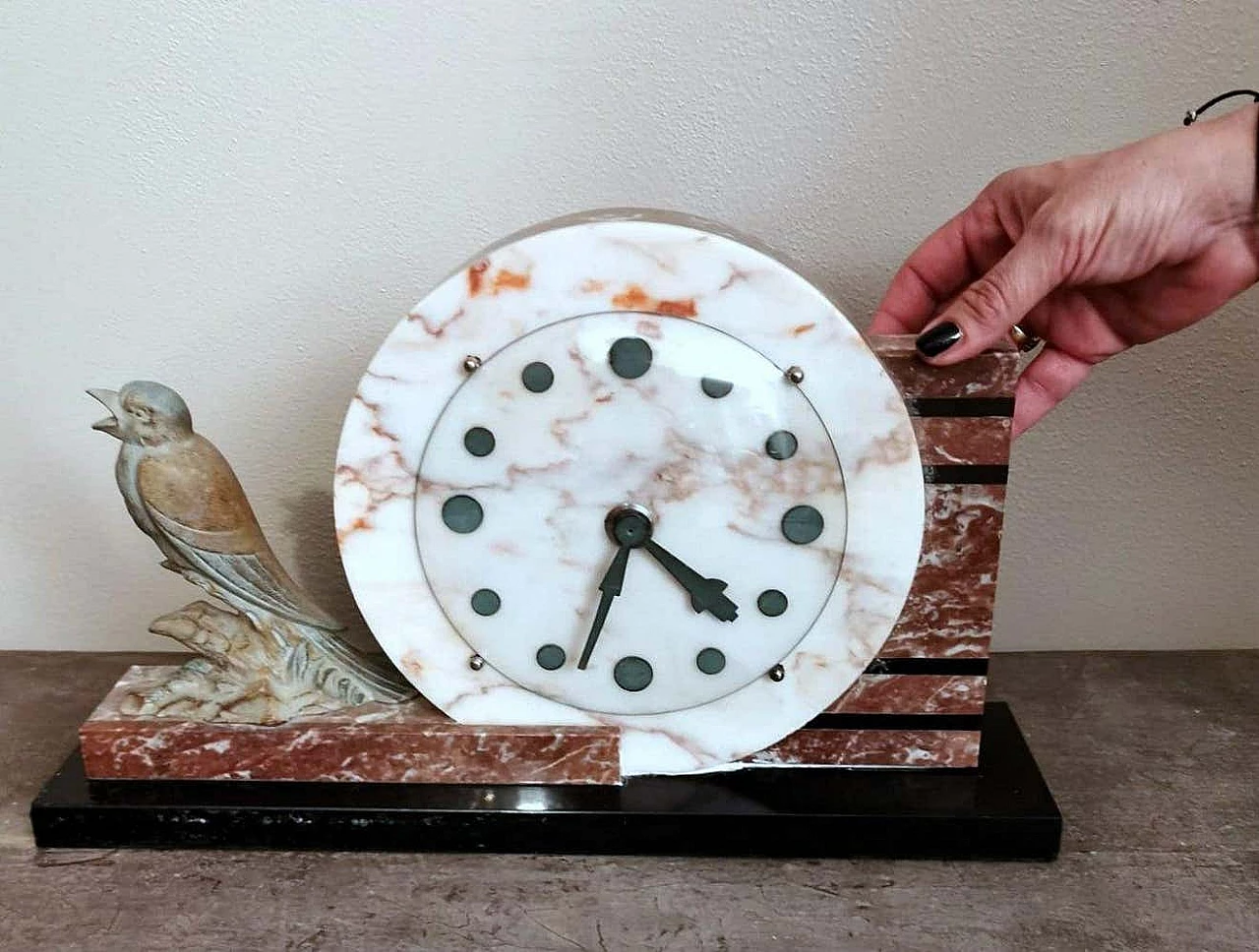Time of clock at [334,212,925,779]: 4:33
